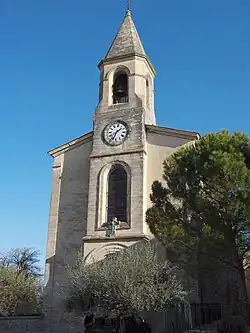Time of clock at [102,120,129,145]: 1:33
